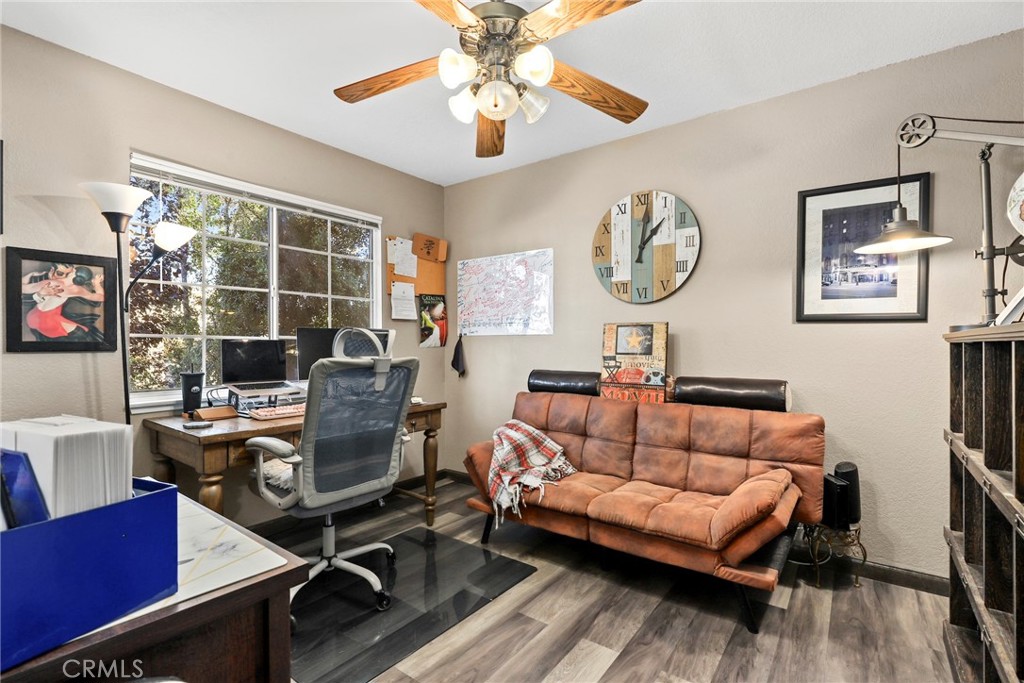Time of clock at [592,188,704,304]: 1:01
